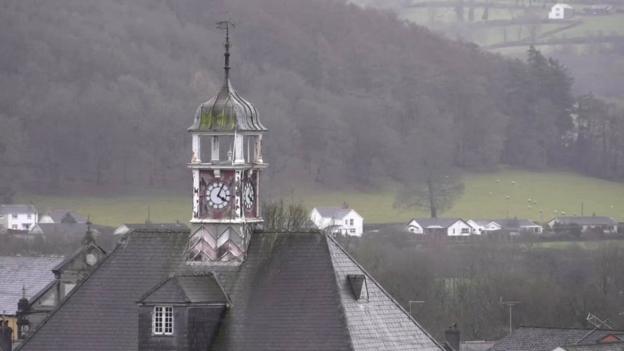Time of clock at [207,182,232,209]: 4:04
